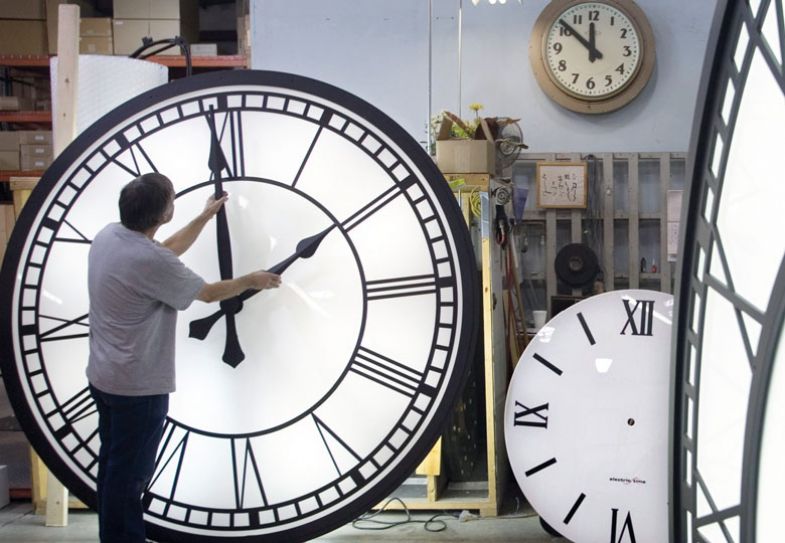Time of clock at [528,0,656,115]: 11:51
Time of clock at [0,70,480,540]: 1:59
